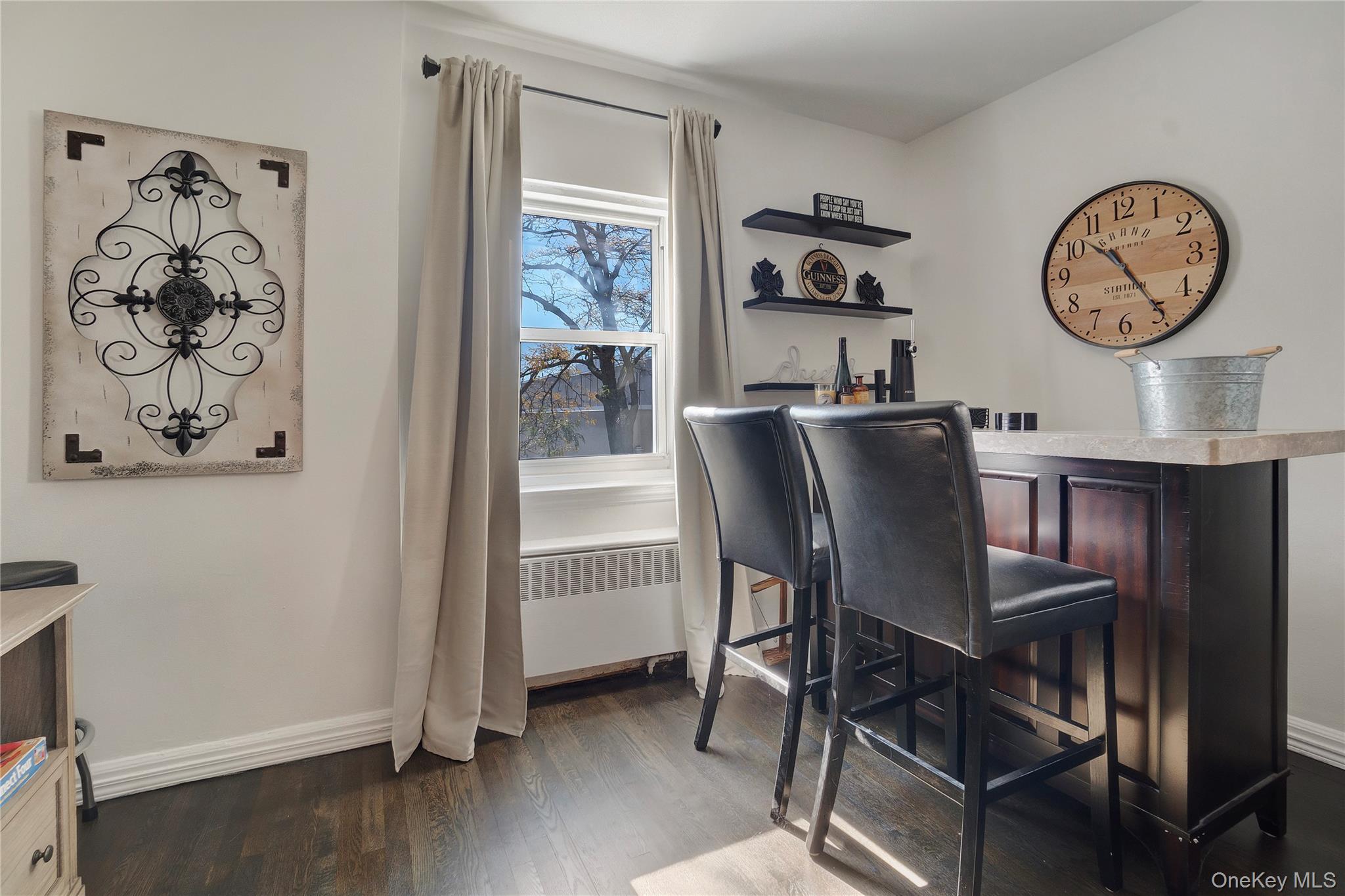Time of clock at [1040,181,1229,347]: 10:24
